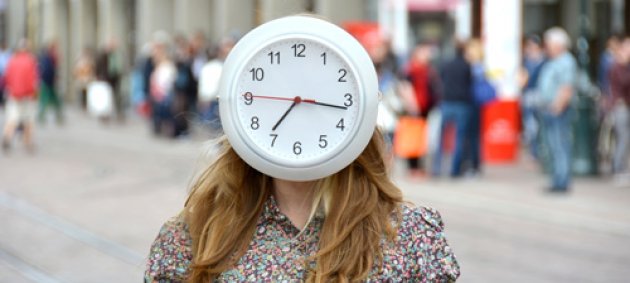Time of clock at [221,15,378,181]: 7:16
